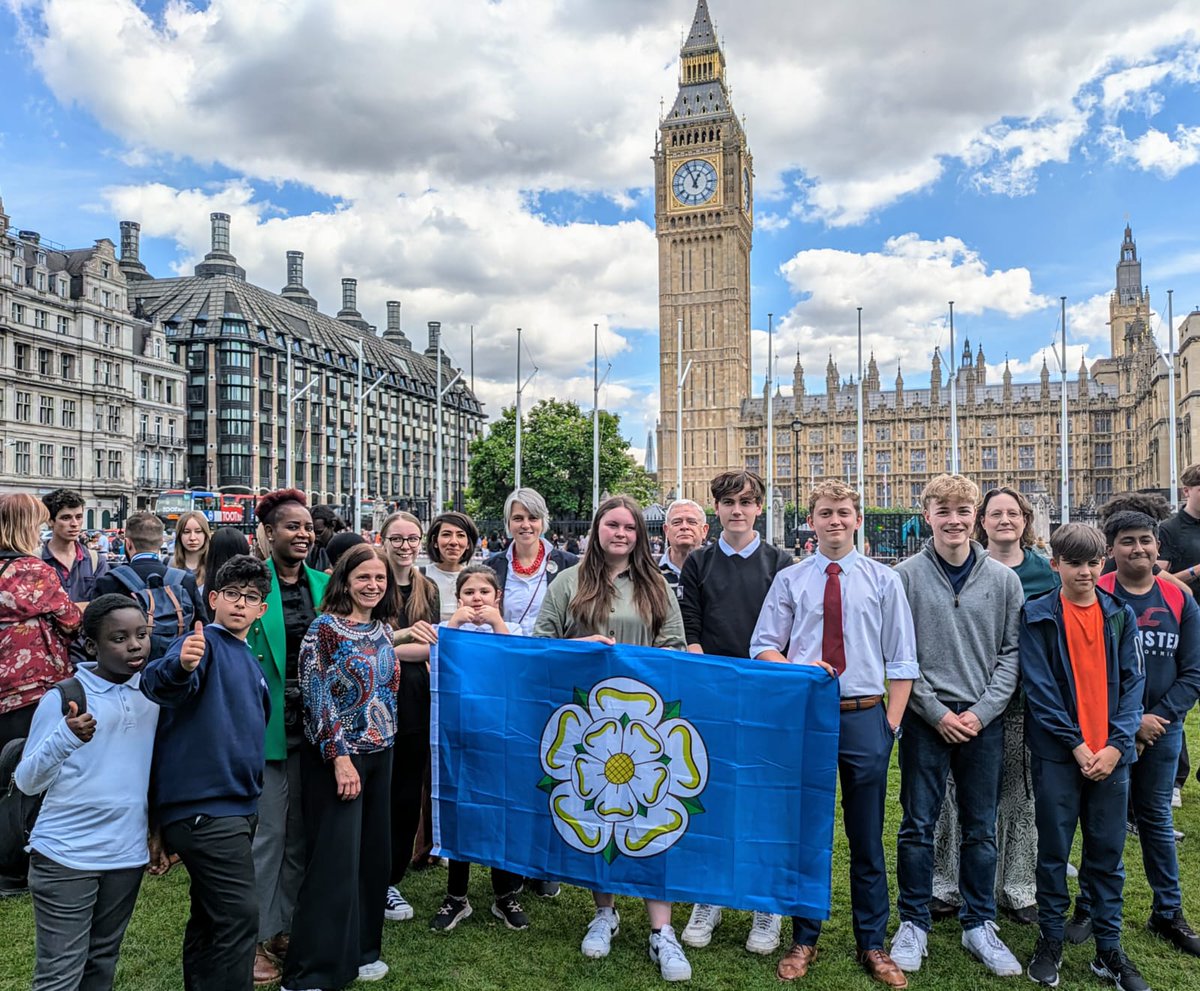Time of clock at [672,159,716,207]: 12:56
